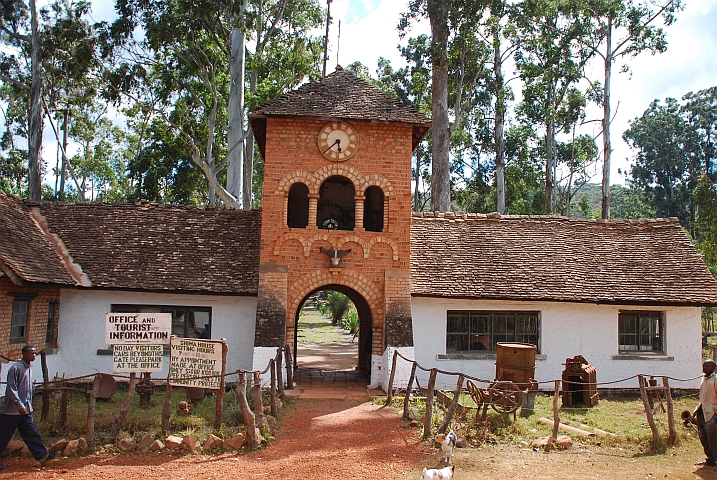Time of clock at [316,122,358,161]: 5:38
